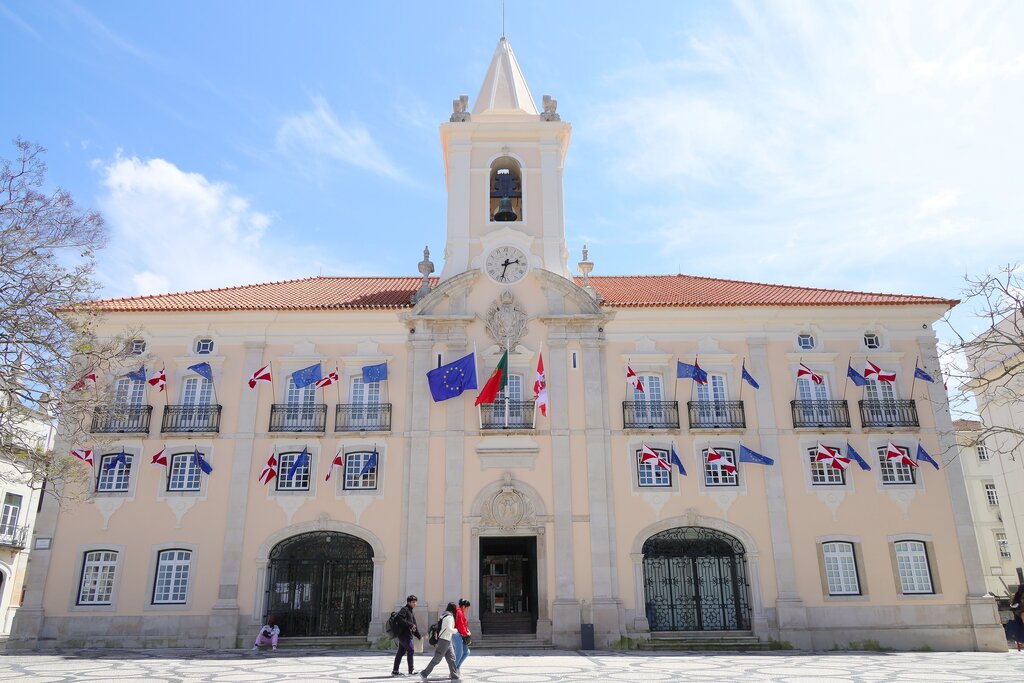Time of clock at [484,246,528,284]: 2:33
